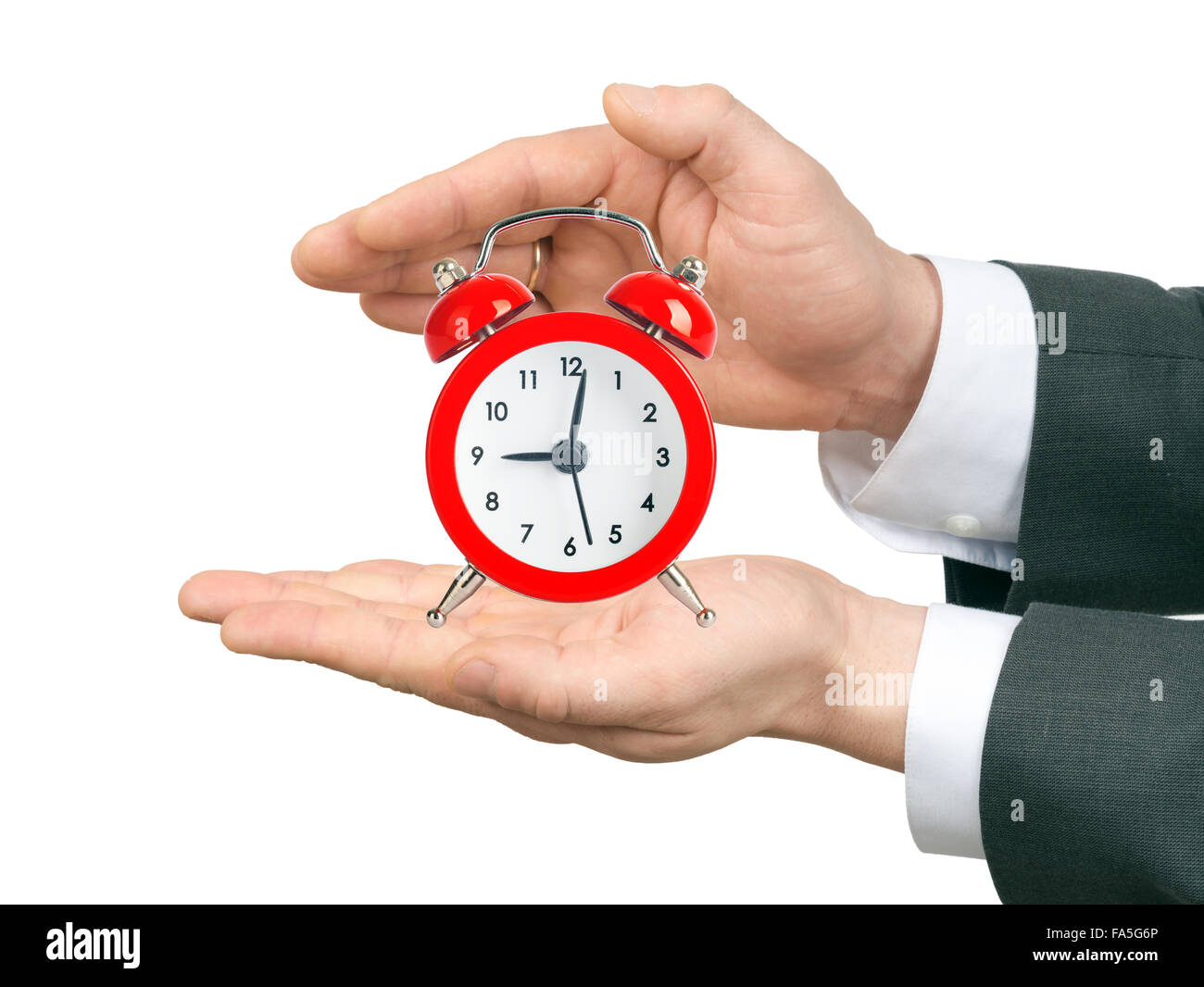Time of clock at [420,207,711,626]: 9:01
